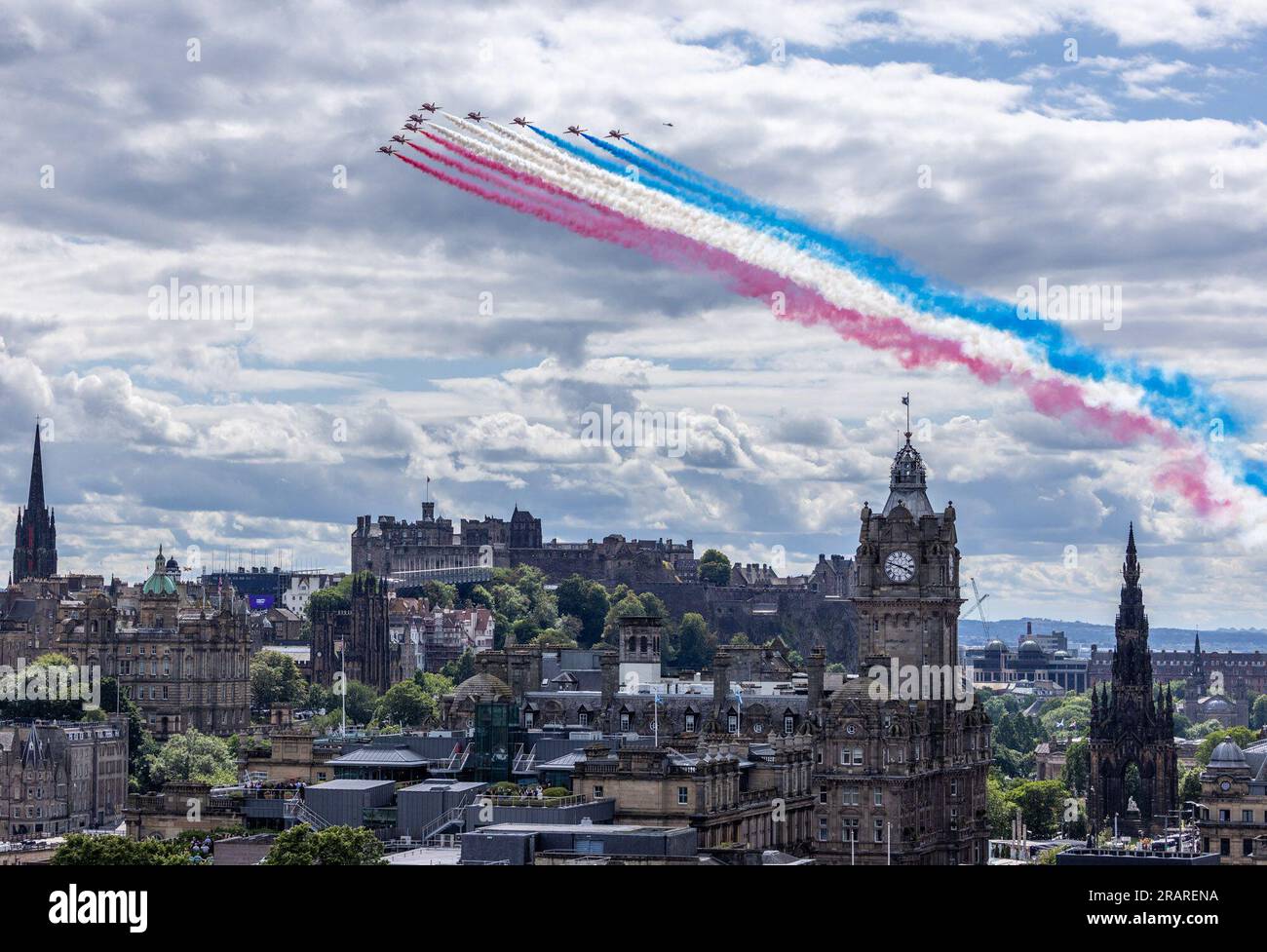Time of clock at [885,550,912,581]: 3:47
